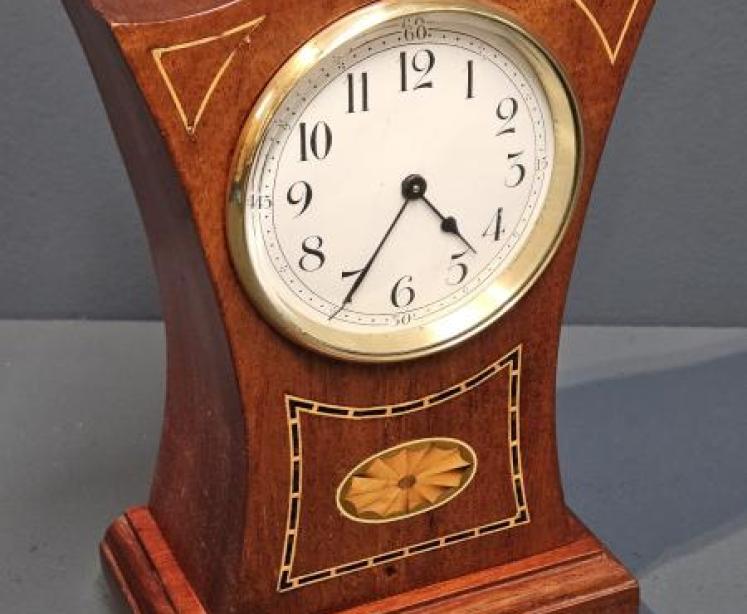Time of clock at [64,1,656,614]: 4:35
